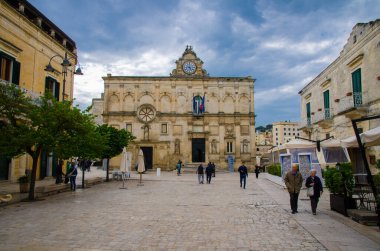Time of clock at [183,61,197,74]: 4:59
